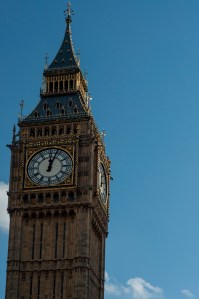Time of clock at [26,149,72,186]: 12:03
